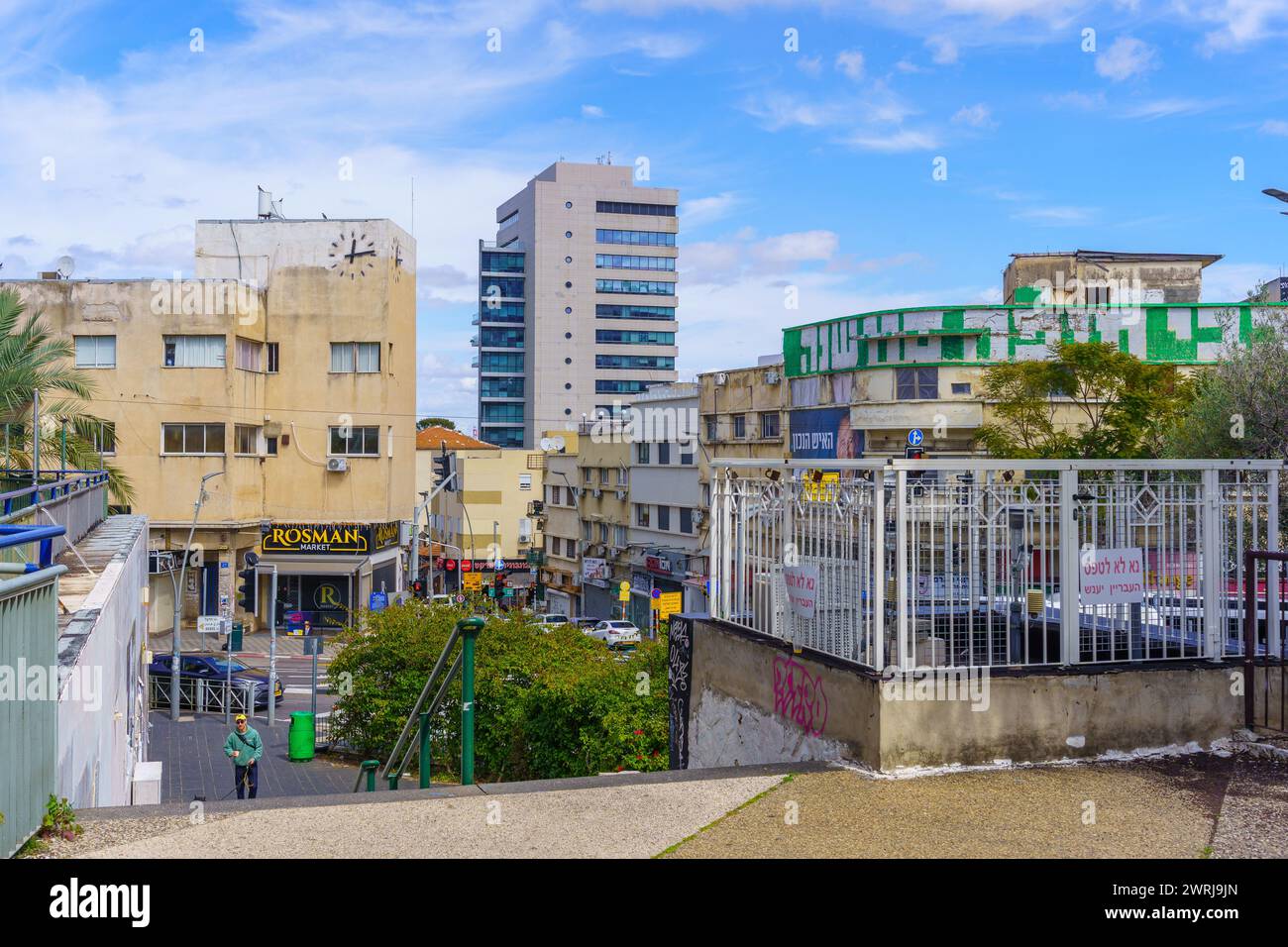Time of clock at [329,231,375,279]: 12:13
